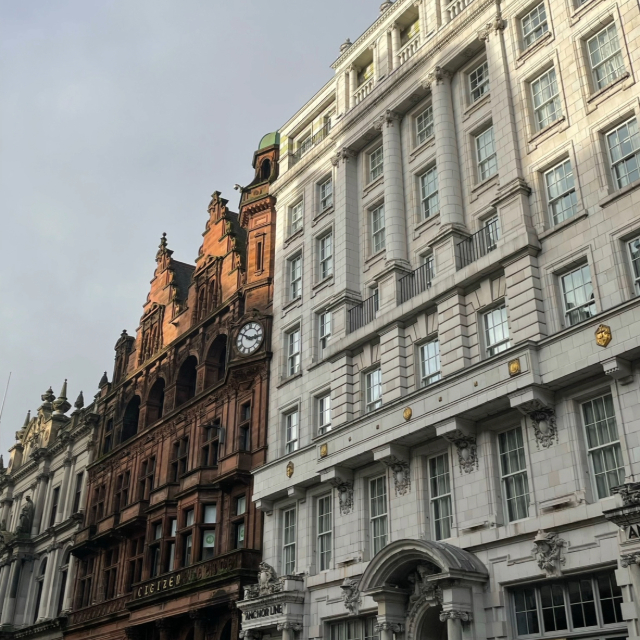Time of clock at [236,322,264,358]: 2:50
